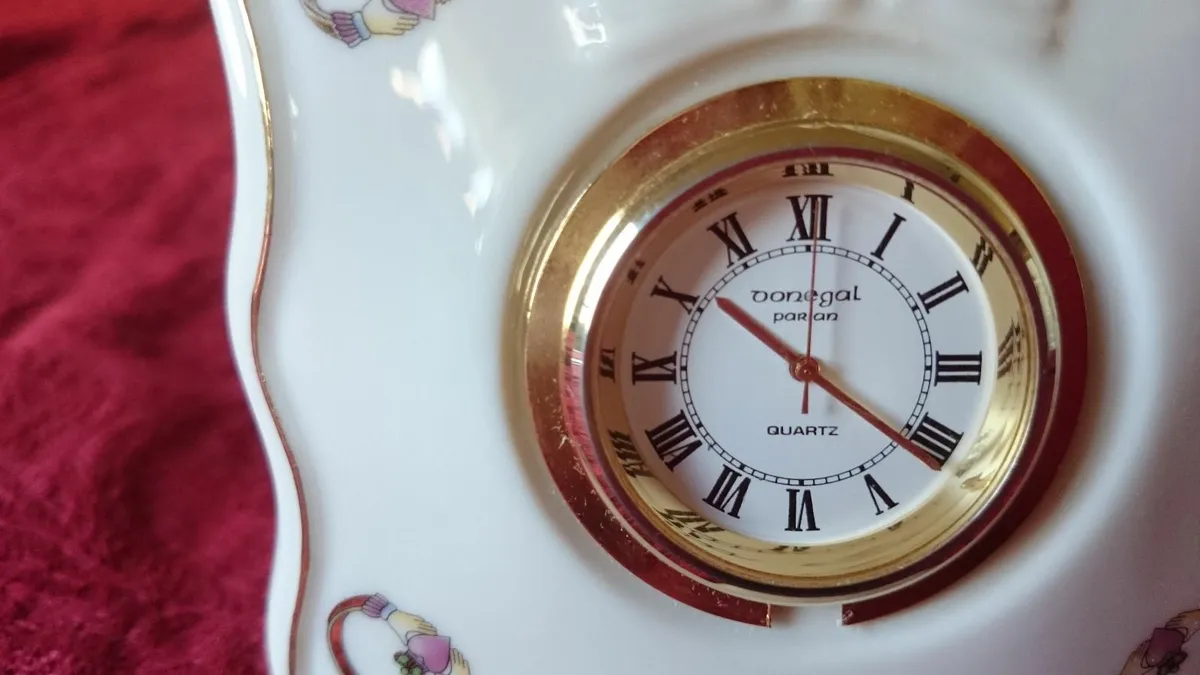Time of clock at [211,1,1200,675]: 12:21
